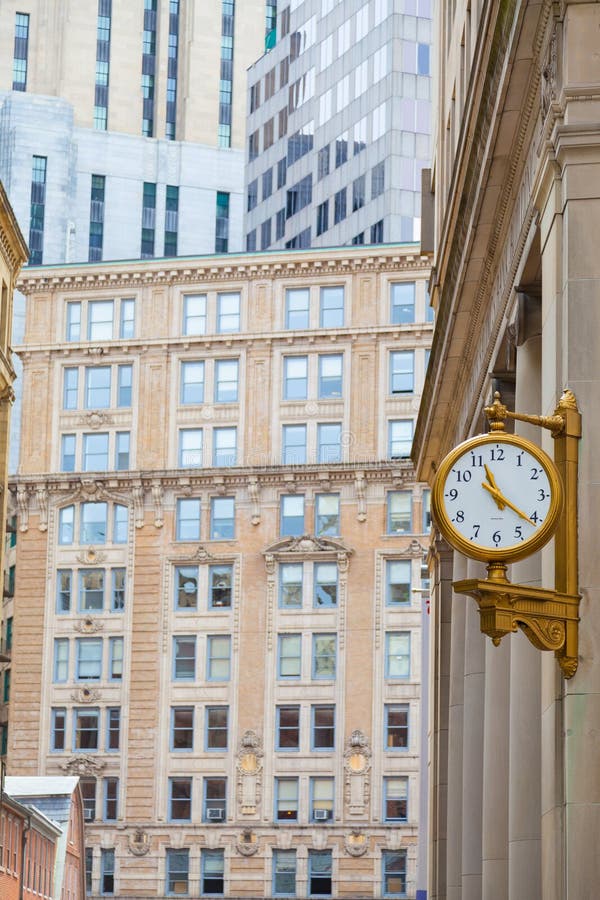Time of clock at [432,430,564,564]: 11:21
